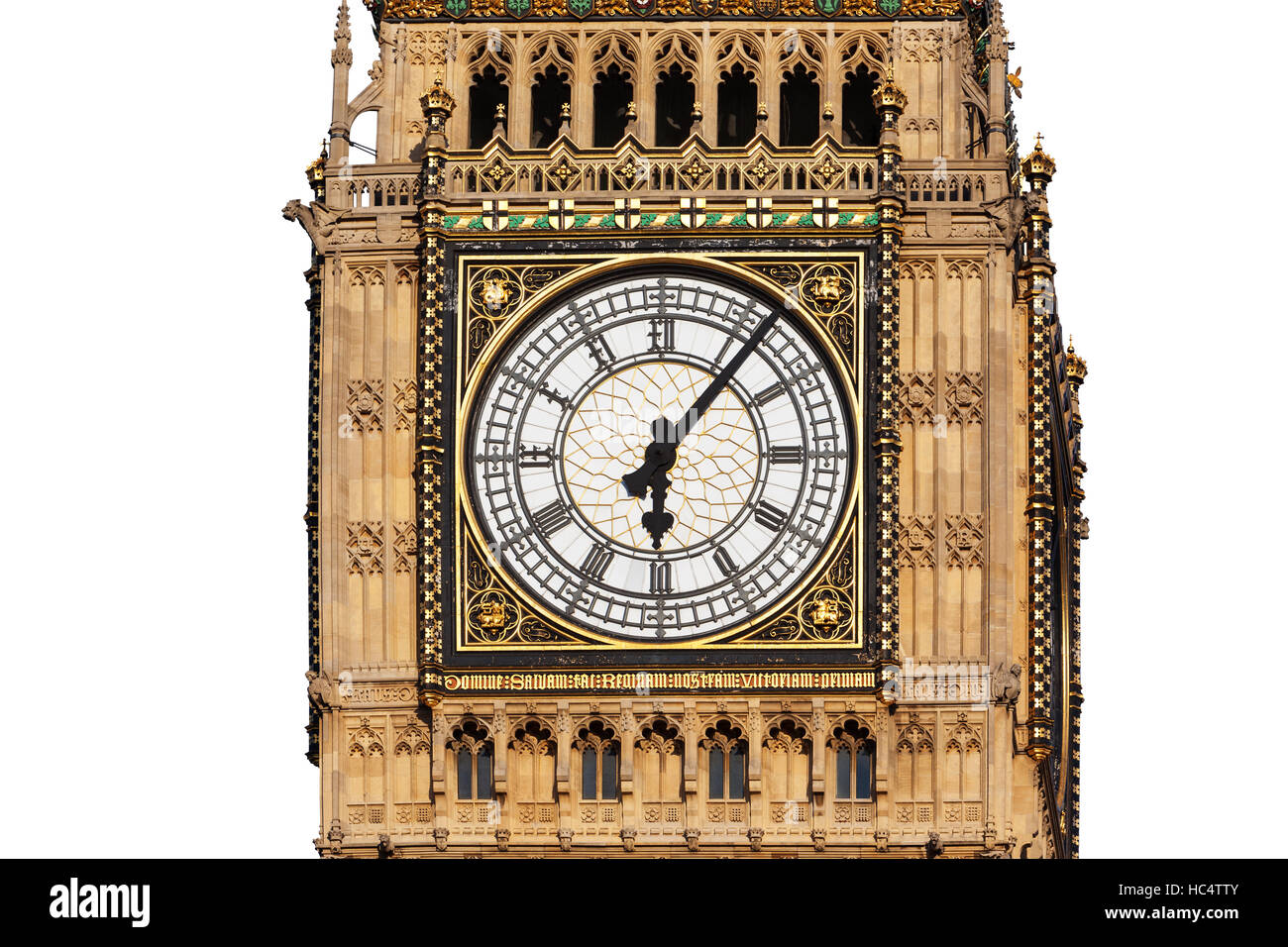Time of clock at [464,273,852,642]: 6:06
